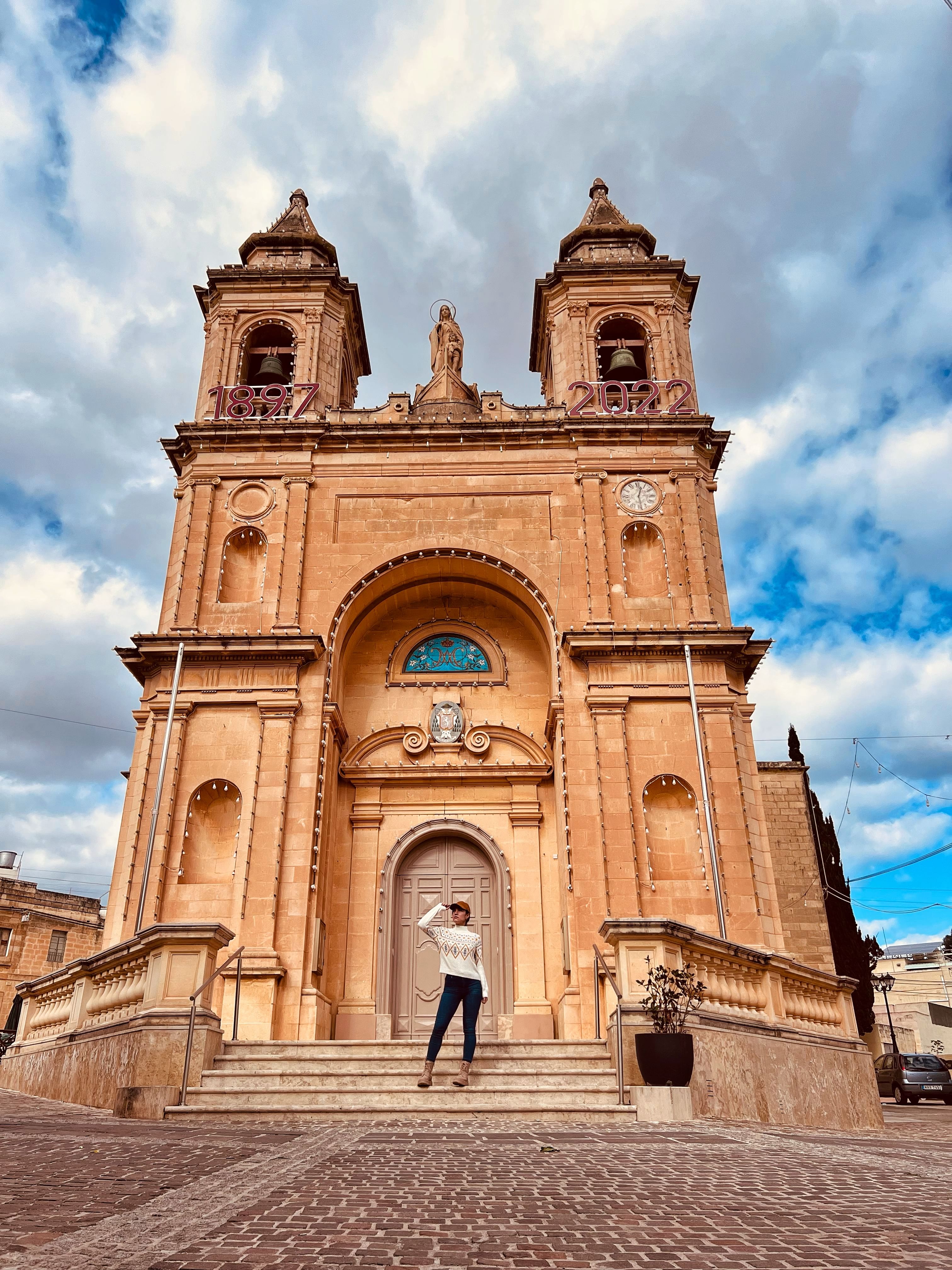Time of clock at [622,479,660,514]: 12:28
